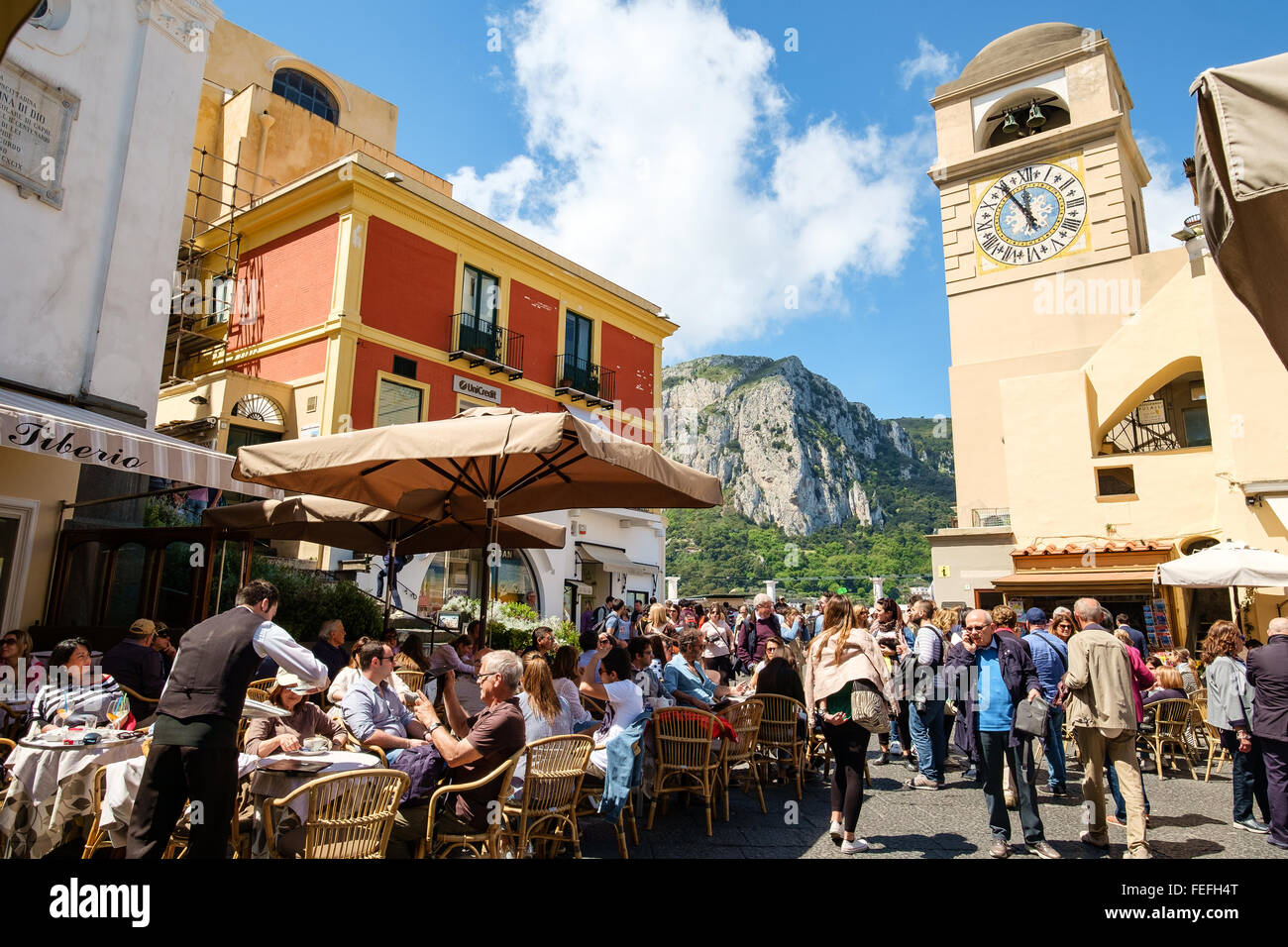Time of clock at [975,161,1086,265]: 11:53
